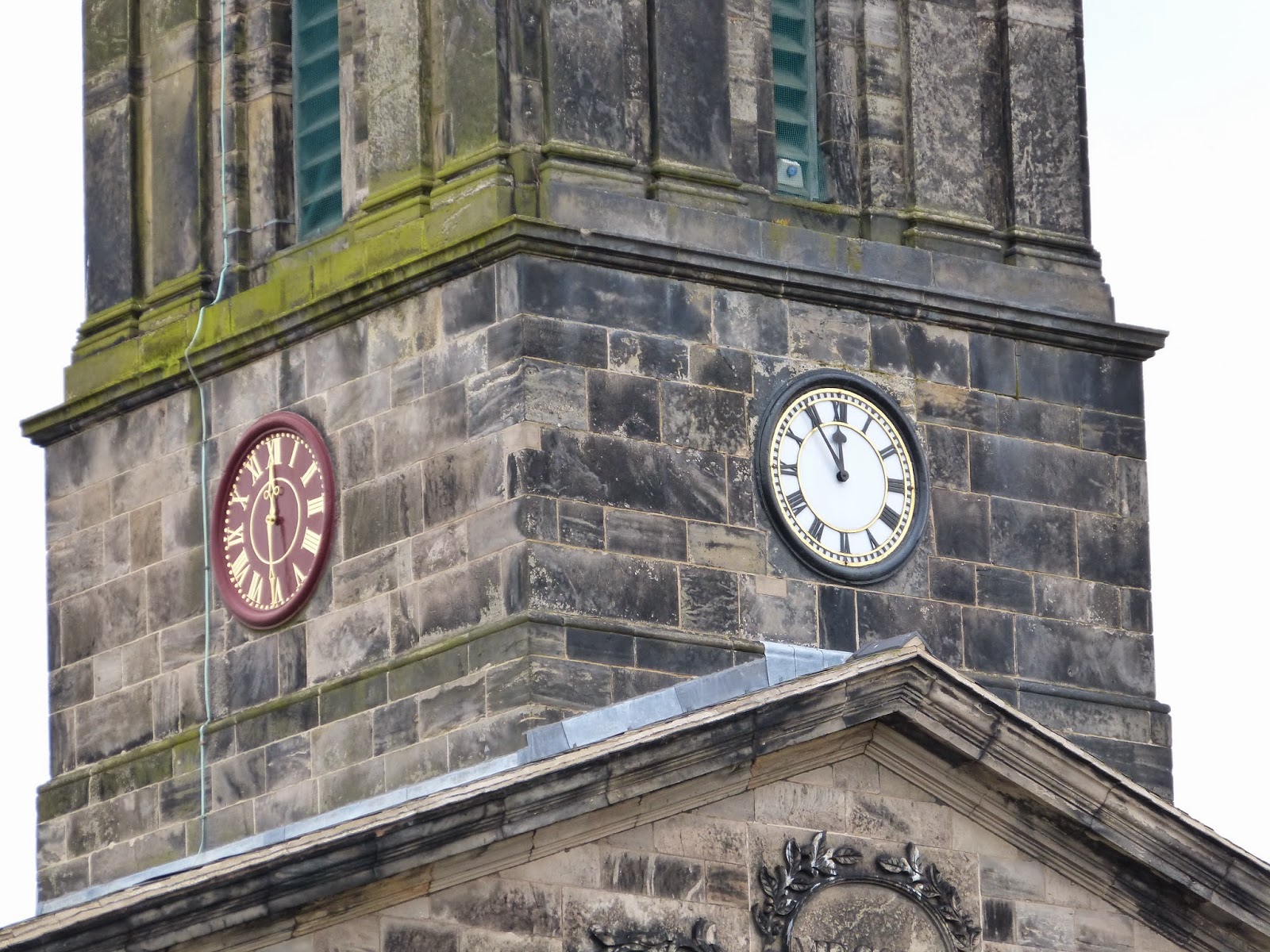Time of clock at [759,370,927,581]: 11:54
